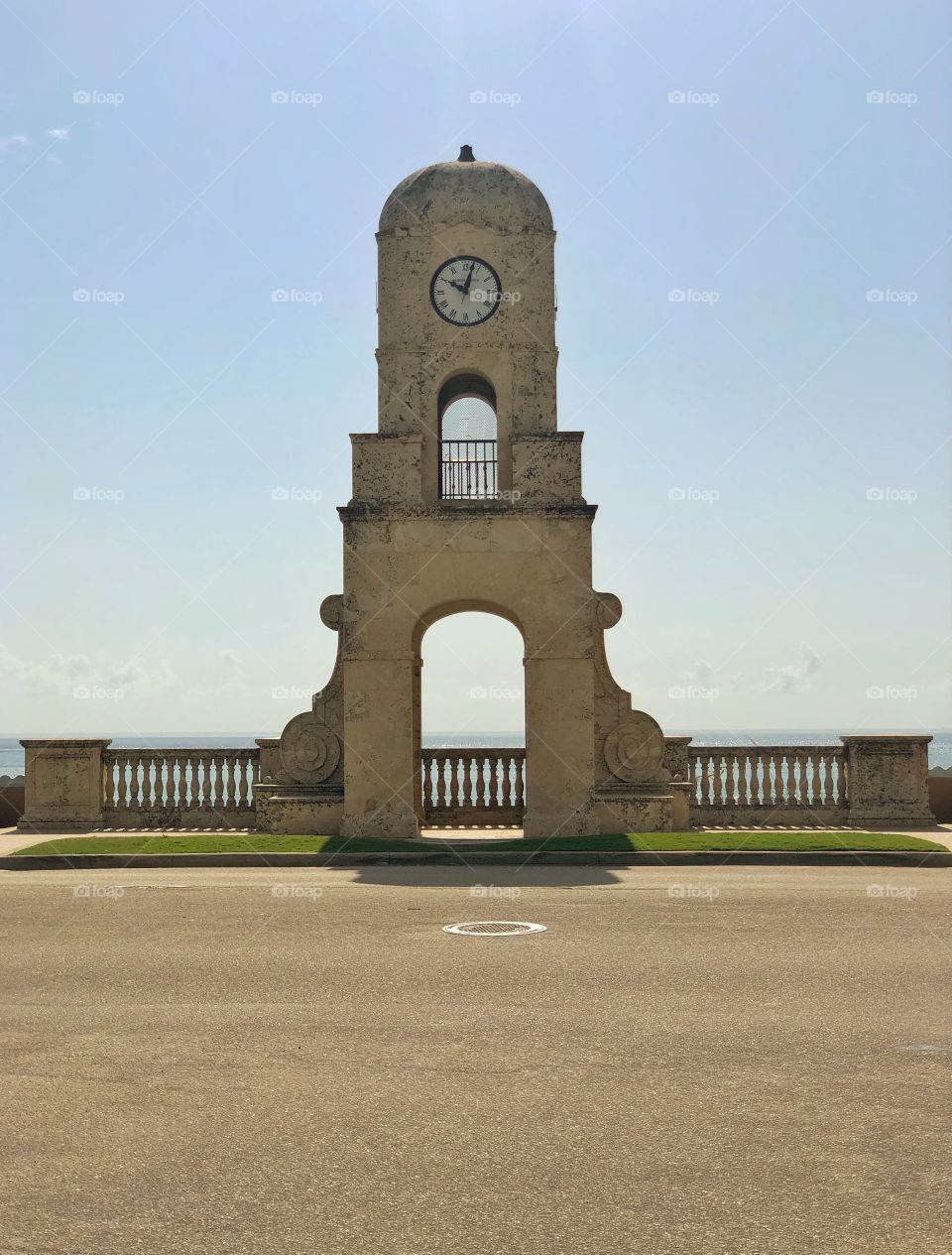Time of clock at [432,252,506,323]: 10:02
